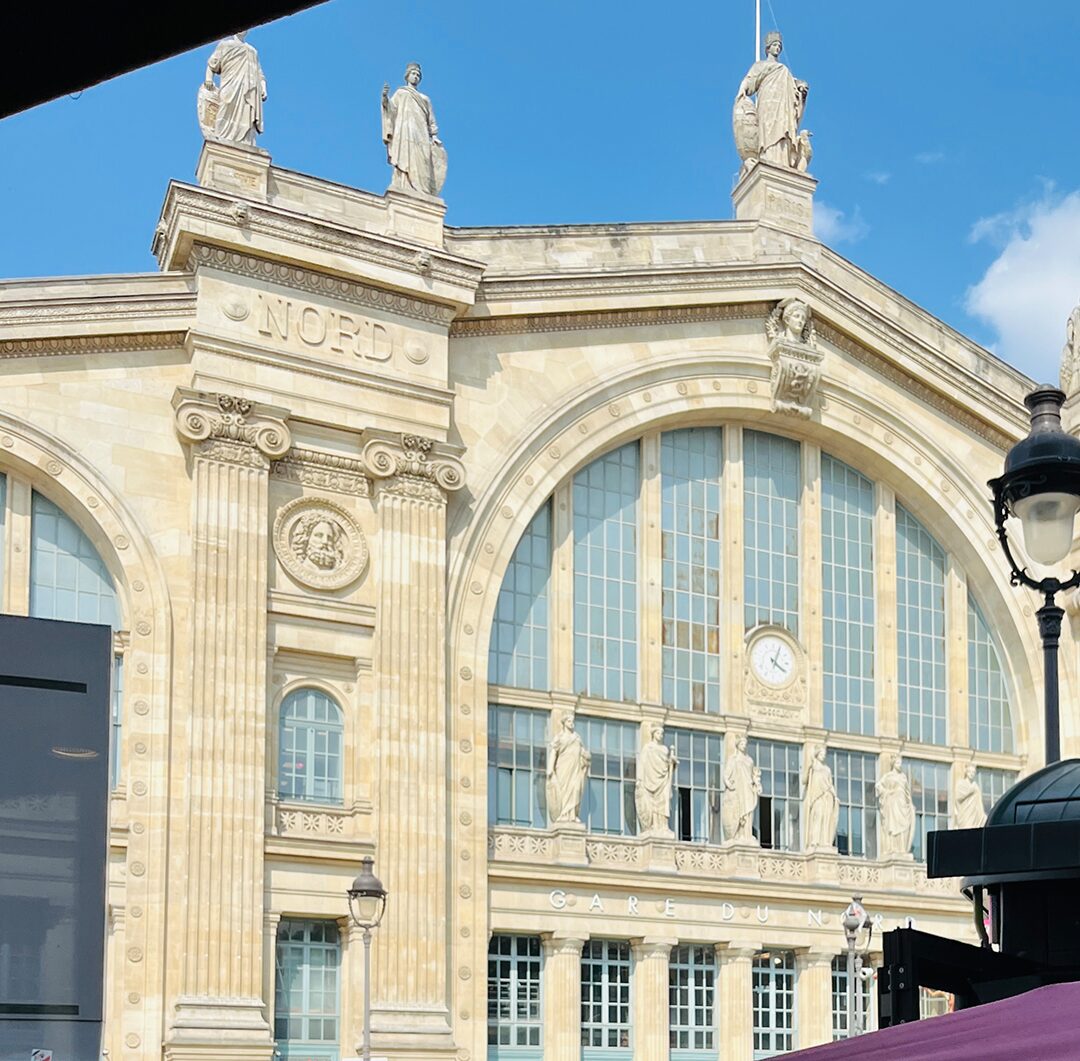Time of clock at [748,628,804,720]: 4:04
